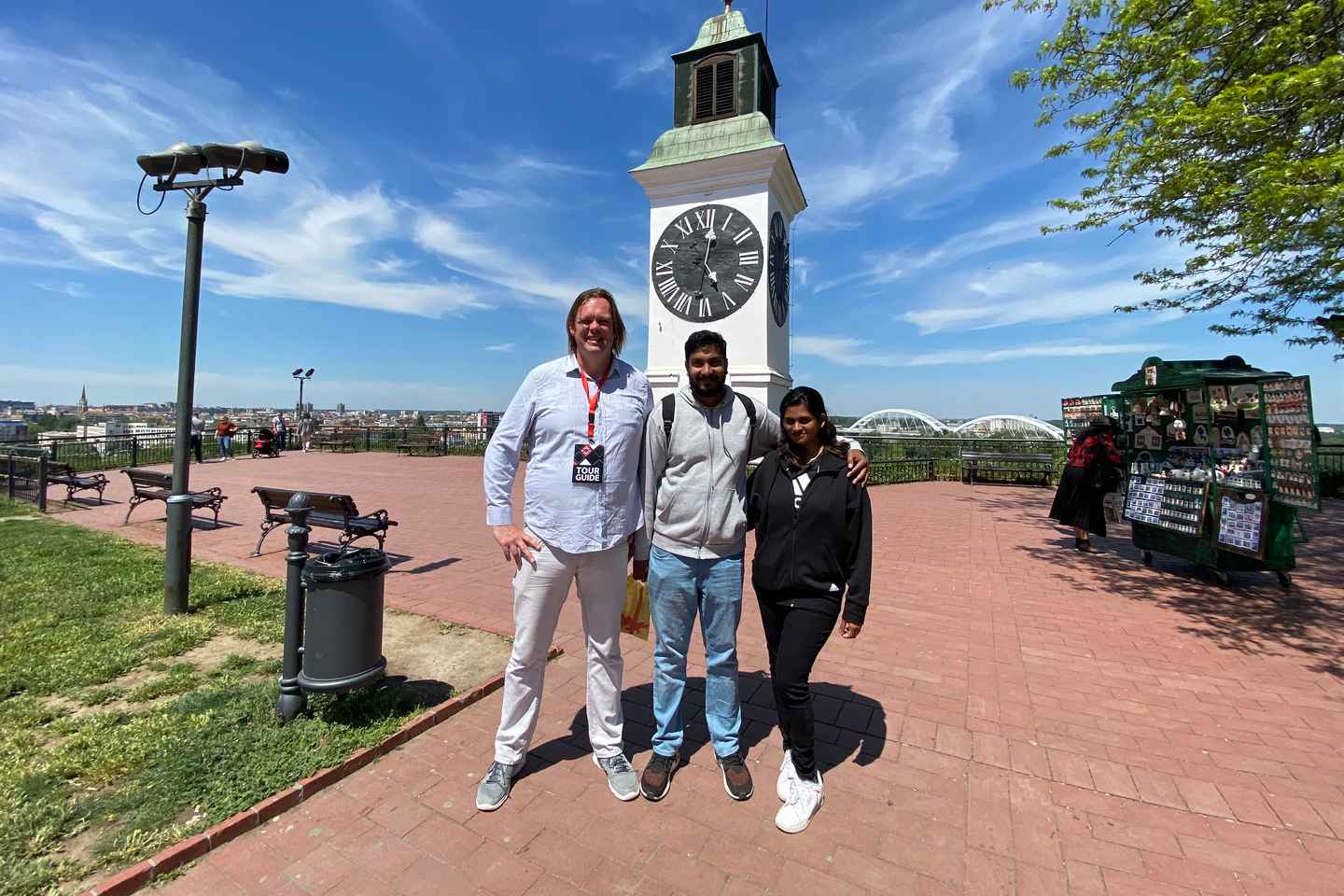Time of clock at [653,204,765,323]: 5:02
